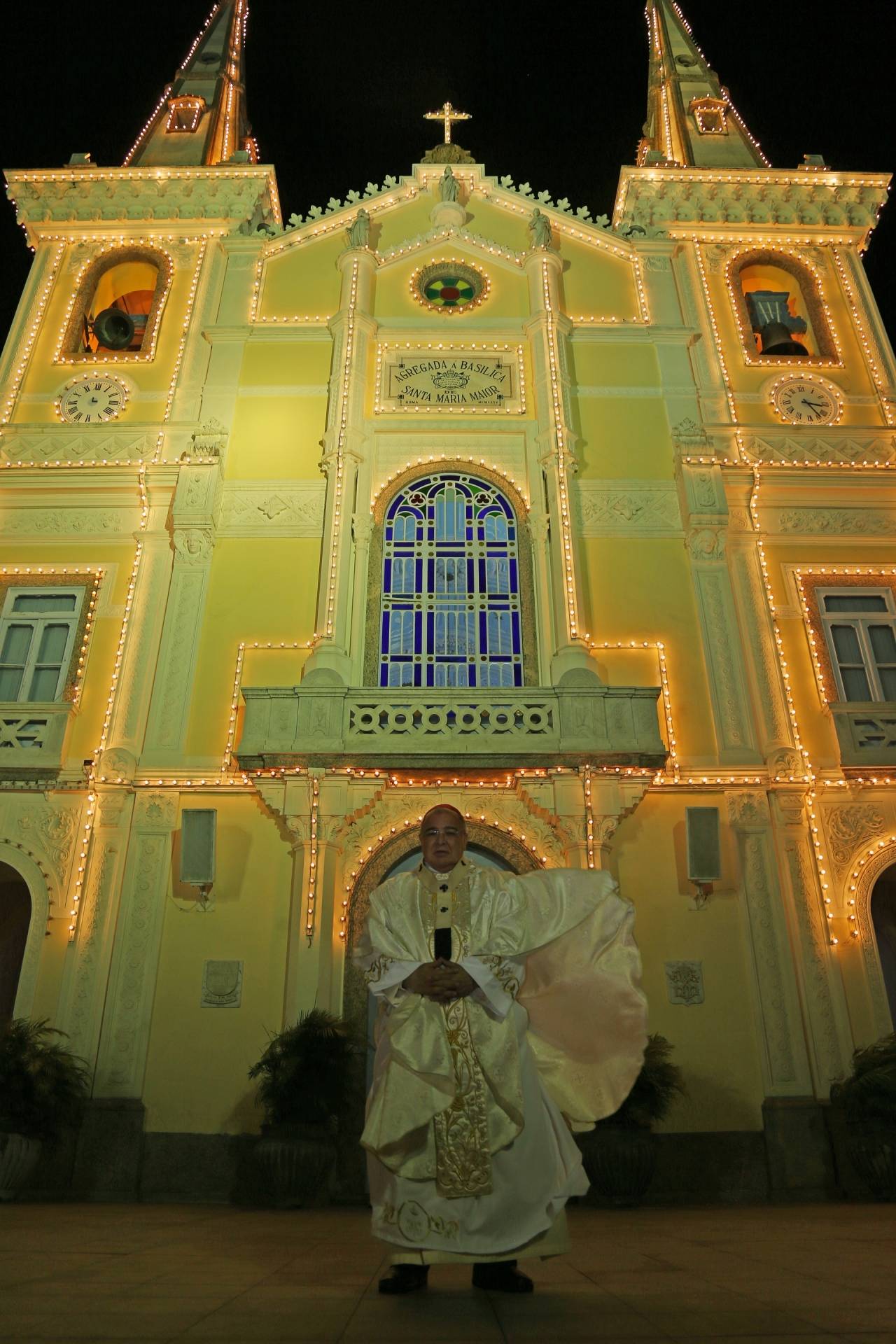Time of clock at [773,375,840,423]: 3:24
